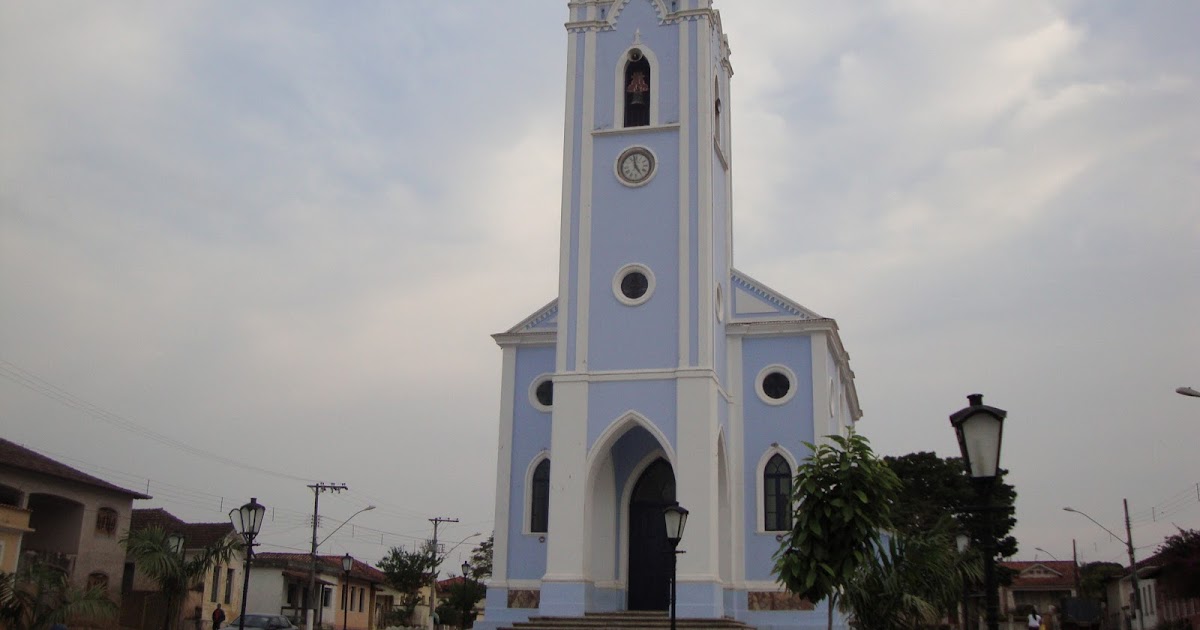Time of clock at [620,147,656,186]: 4:58
